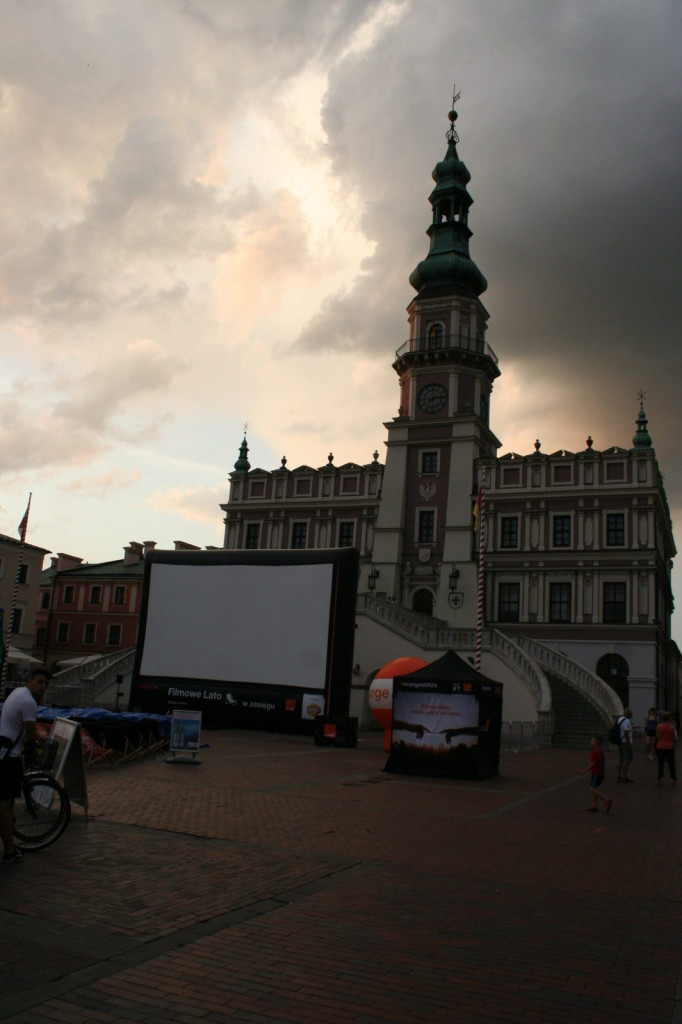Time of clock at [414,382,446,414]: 7:13
